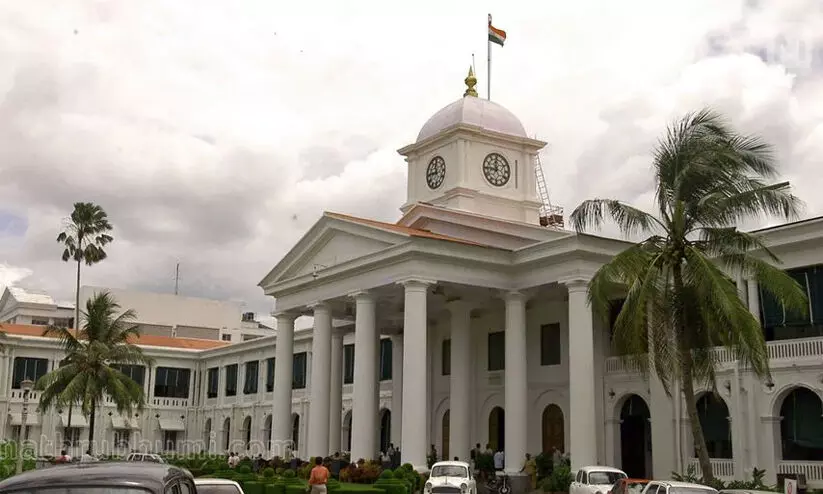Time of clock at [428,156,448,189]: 11:44
